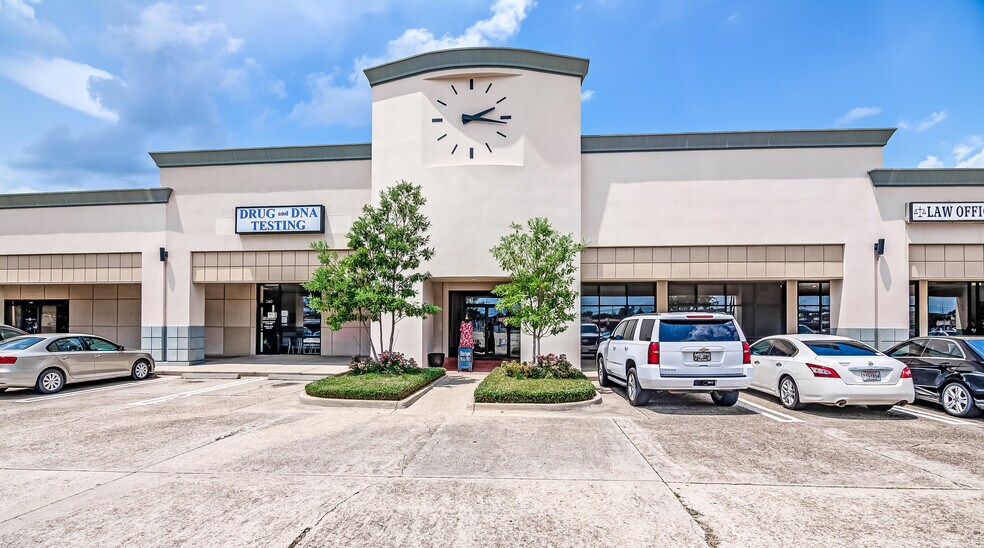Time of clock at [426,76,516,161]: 2:16
